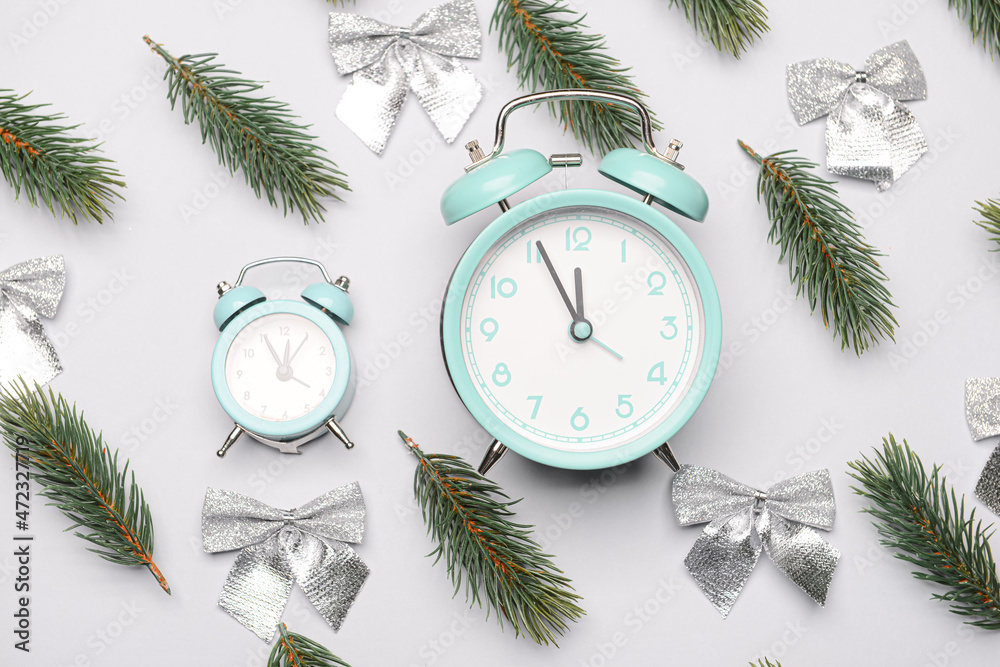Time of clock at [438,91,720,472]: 11:55
